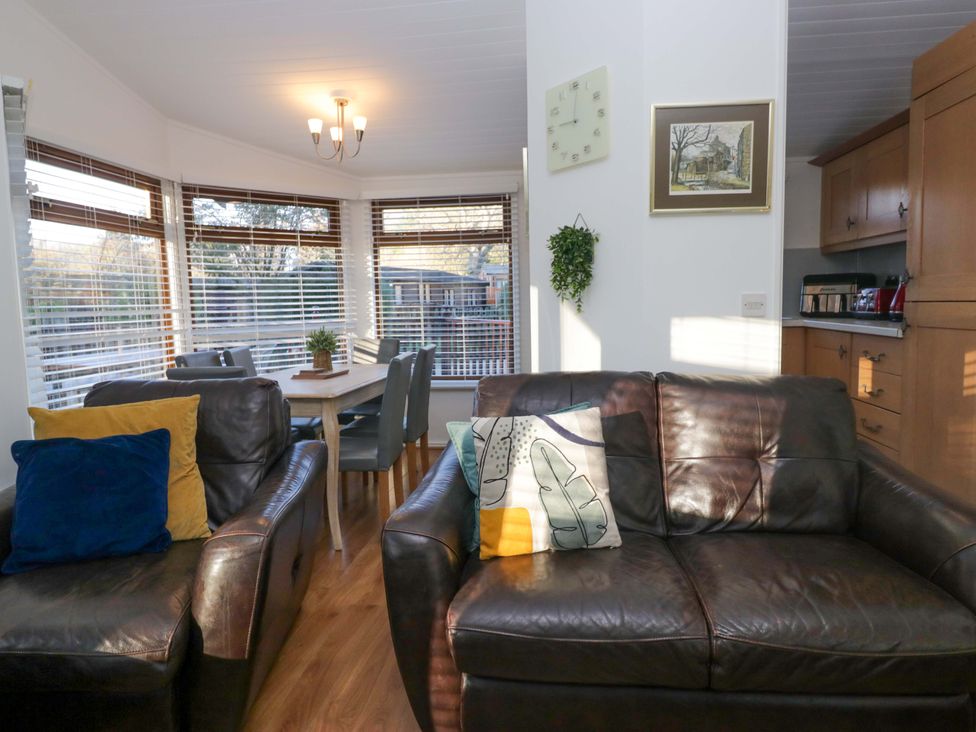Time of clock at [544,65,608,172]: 9:01
